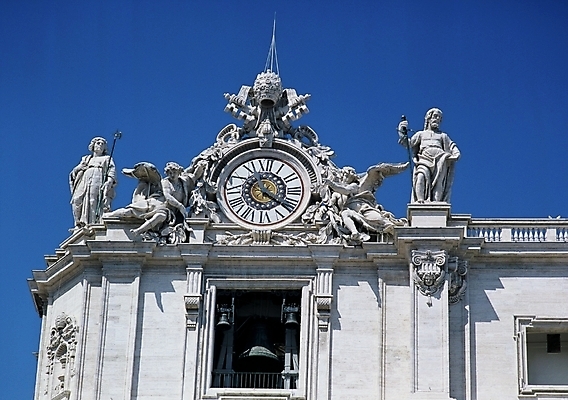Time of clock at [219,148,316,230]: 11:21
